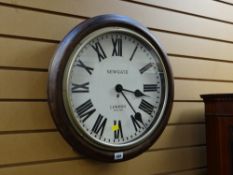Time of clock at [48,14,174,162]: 3:23
